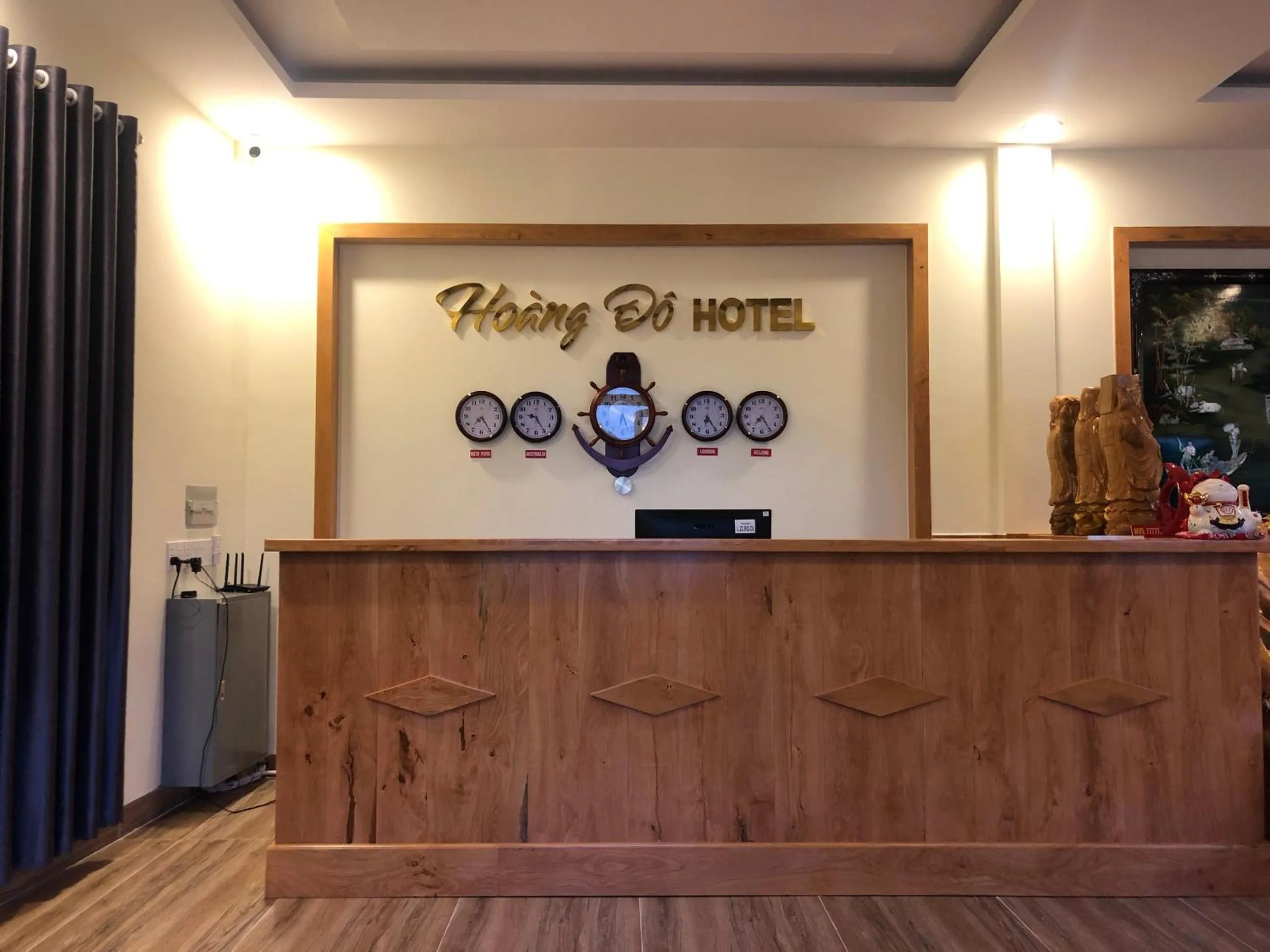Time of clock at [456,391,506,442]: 7:24
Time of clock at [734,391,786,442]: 7:24
